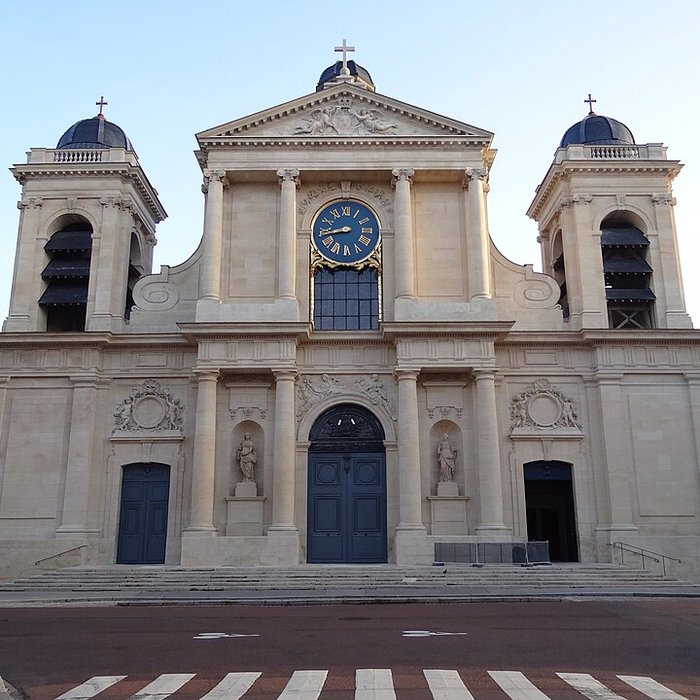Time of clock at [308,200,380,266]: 8:43
